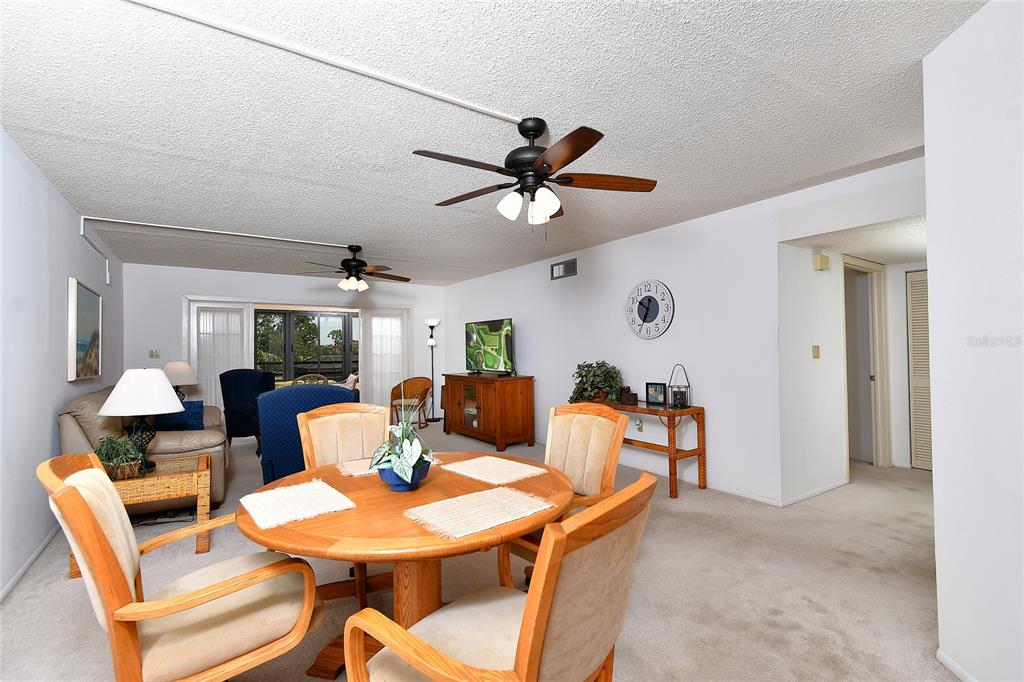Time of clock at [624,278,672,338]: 6:50
